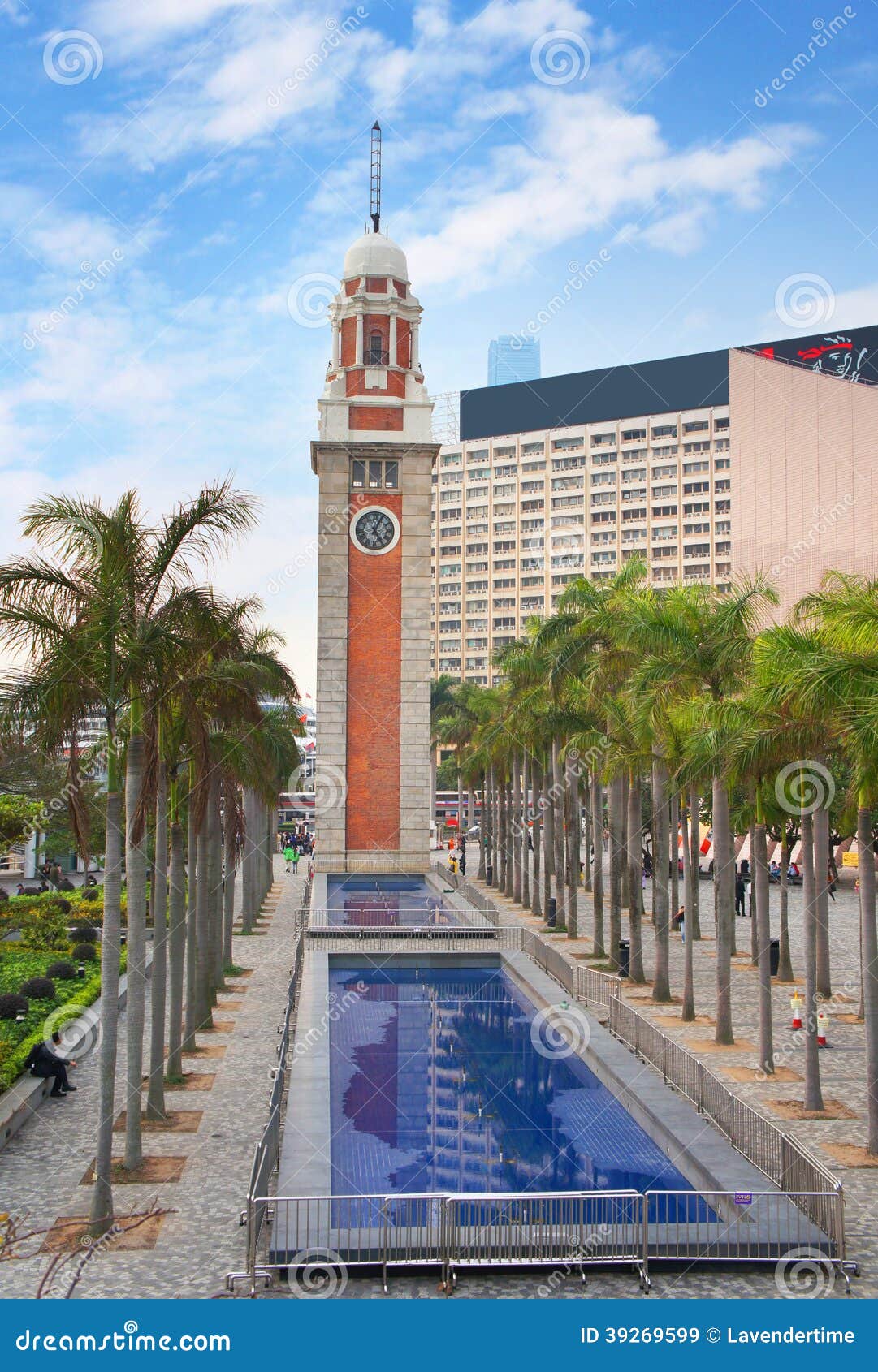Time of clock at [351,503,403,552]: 5:04
